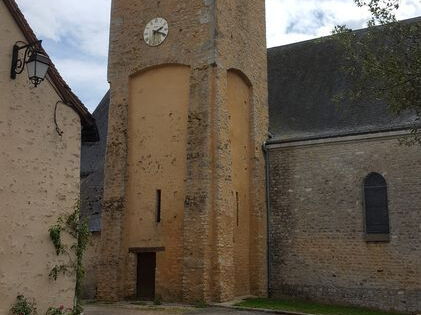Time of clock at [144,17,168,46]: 2:18
